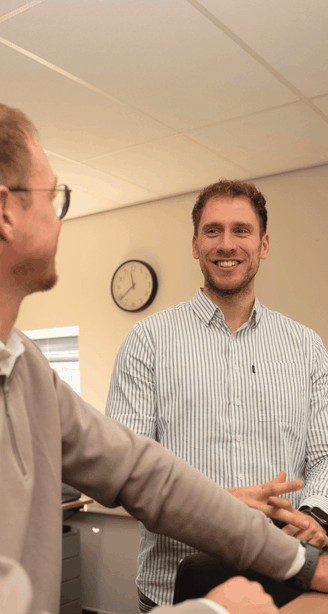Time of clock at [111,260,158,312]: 11:38
